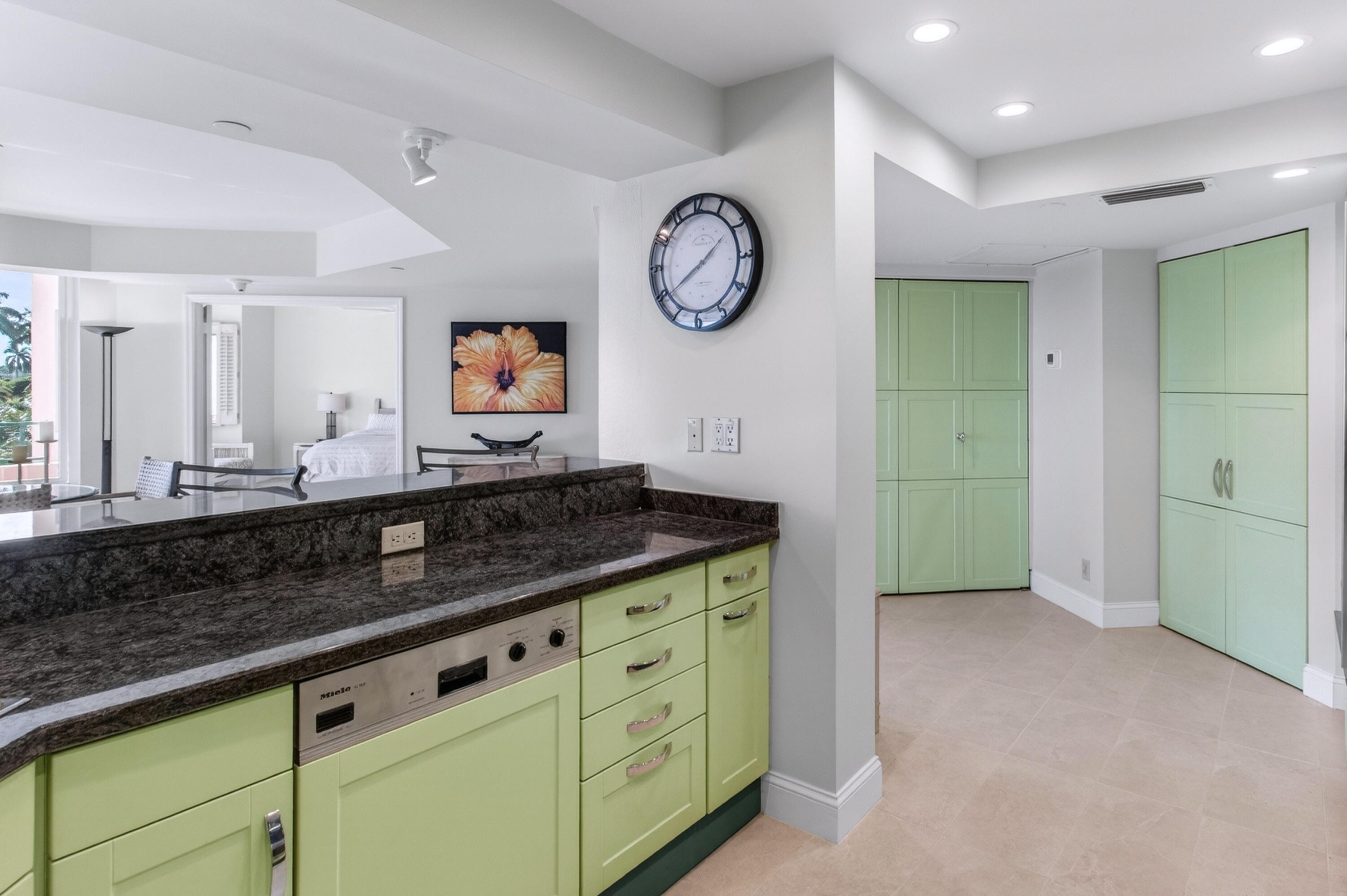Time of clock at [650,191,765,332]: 1:39
